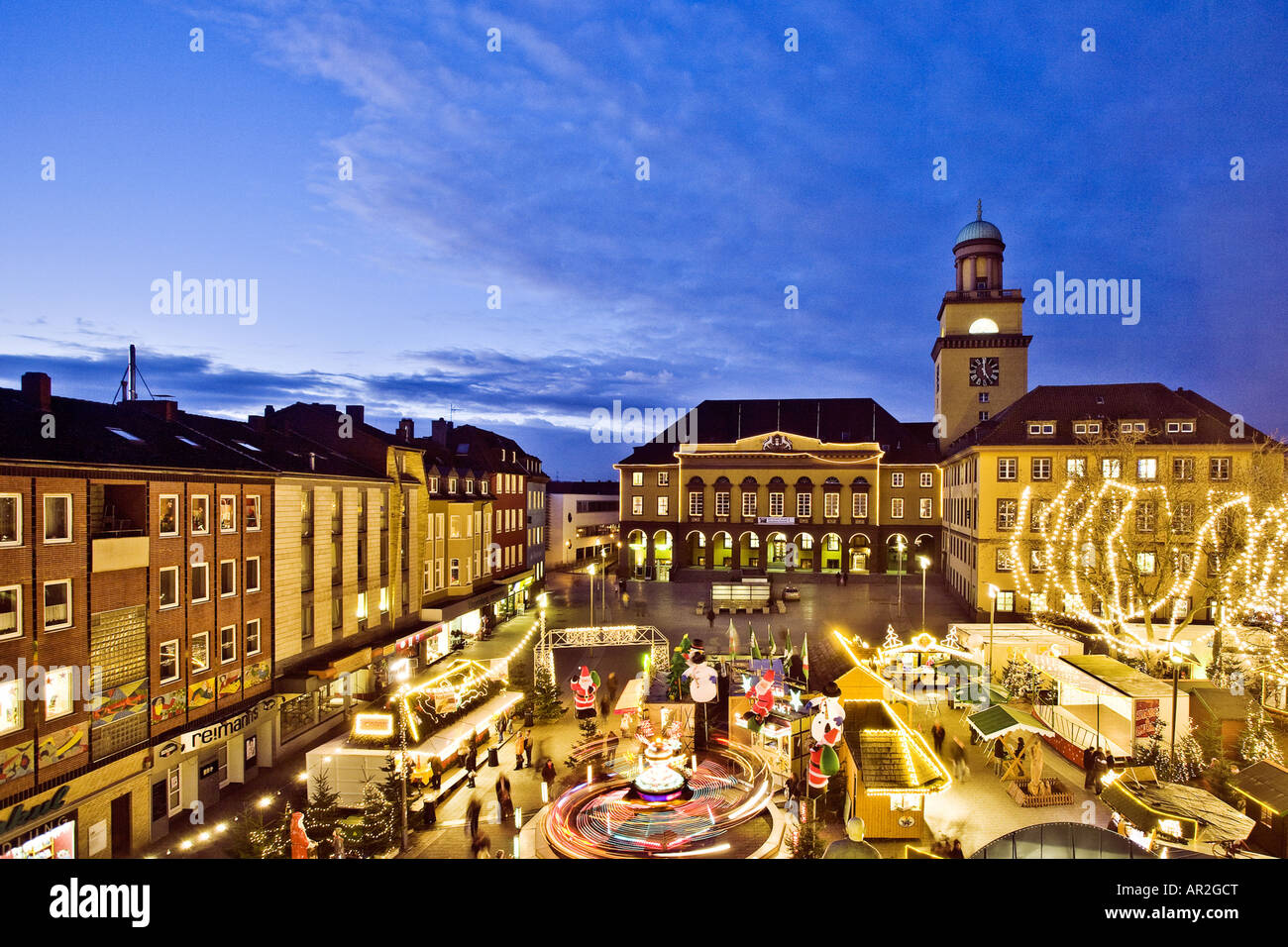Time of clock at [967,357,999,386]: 4:59
